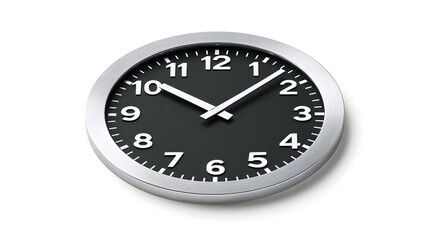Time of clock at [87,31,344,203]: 10:07
